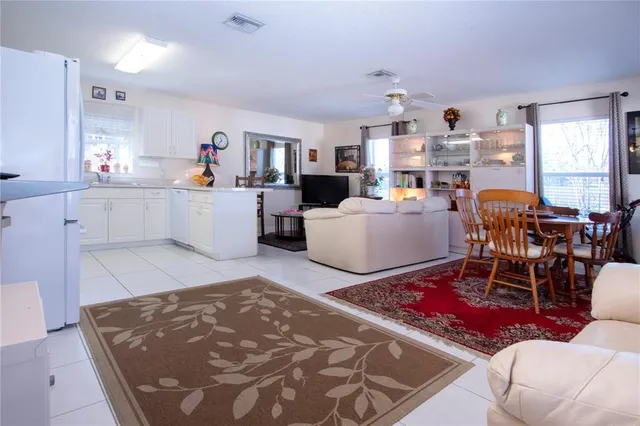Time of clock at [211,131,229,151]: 11:35
